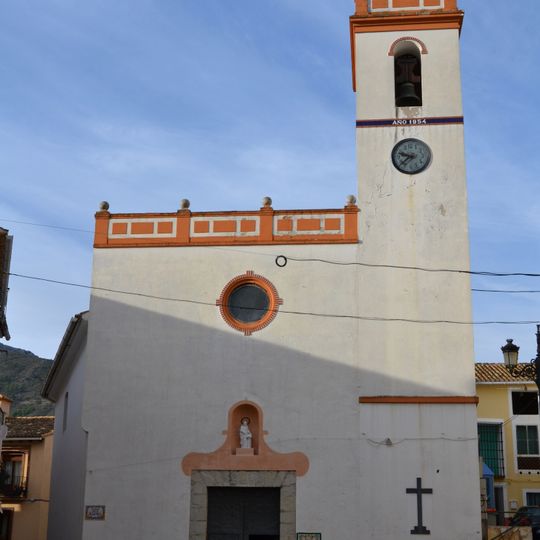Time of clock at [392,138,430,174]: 9:38
